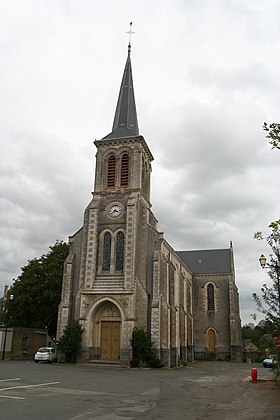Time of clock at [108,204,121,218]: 3:38
